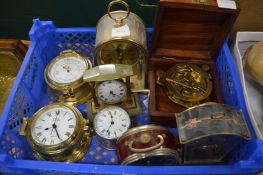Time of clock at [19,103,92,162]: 8:25
